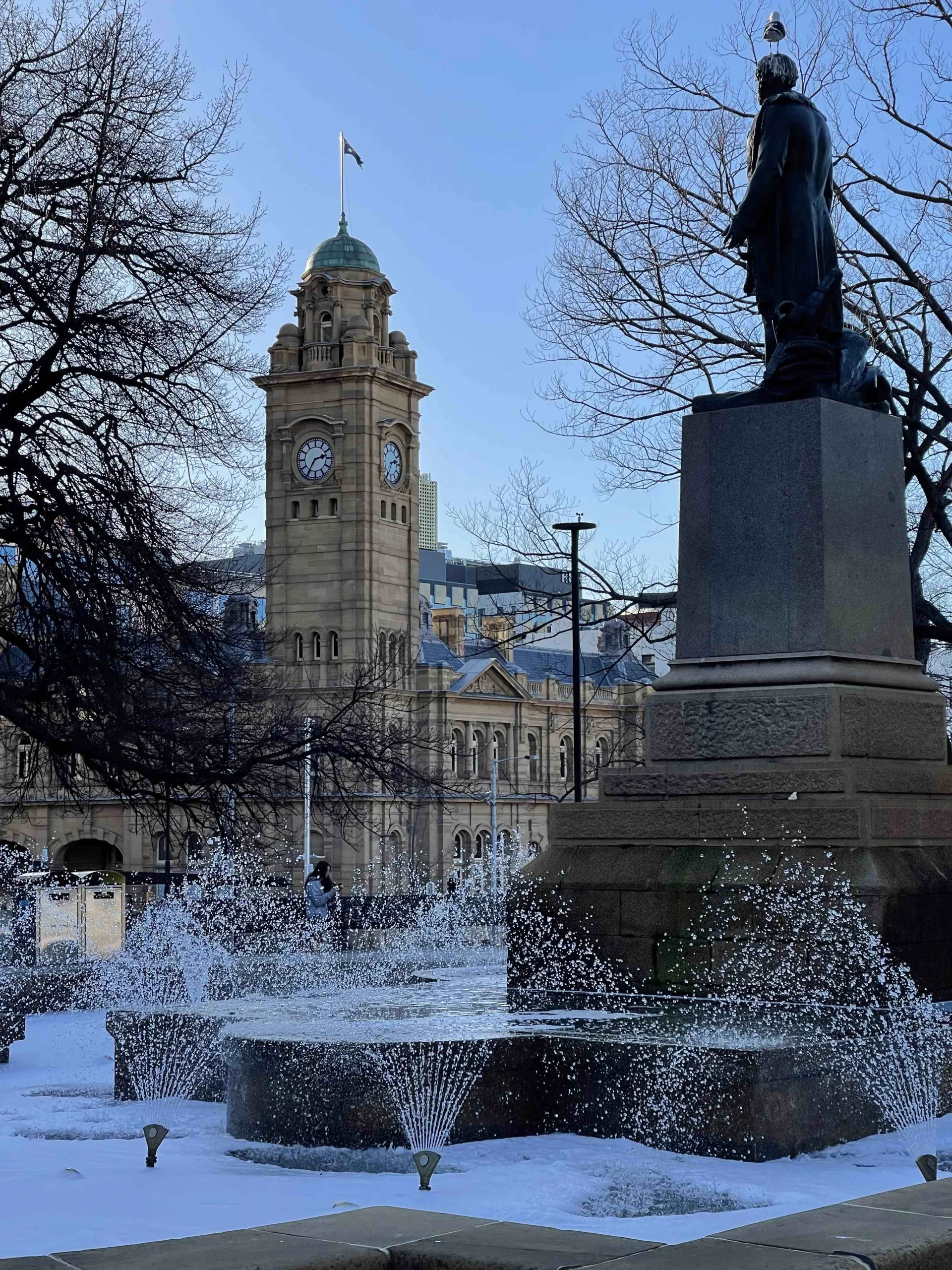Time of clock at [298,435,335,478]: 2:34
